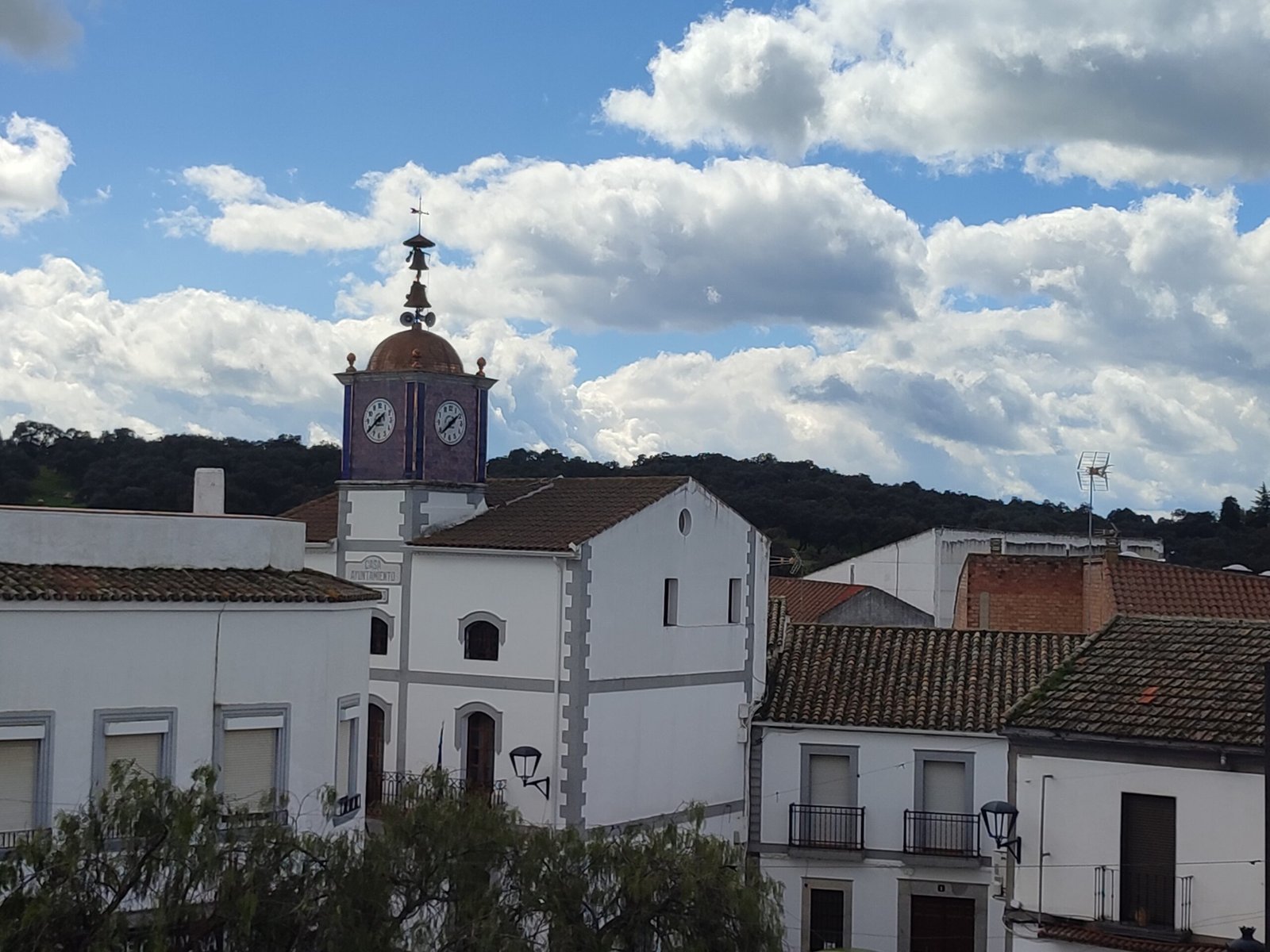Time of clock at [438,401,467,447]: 1:38
